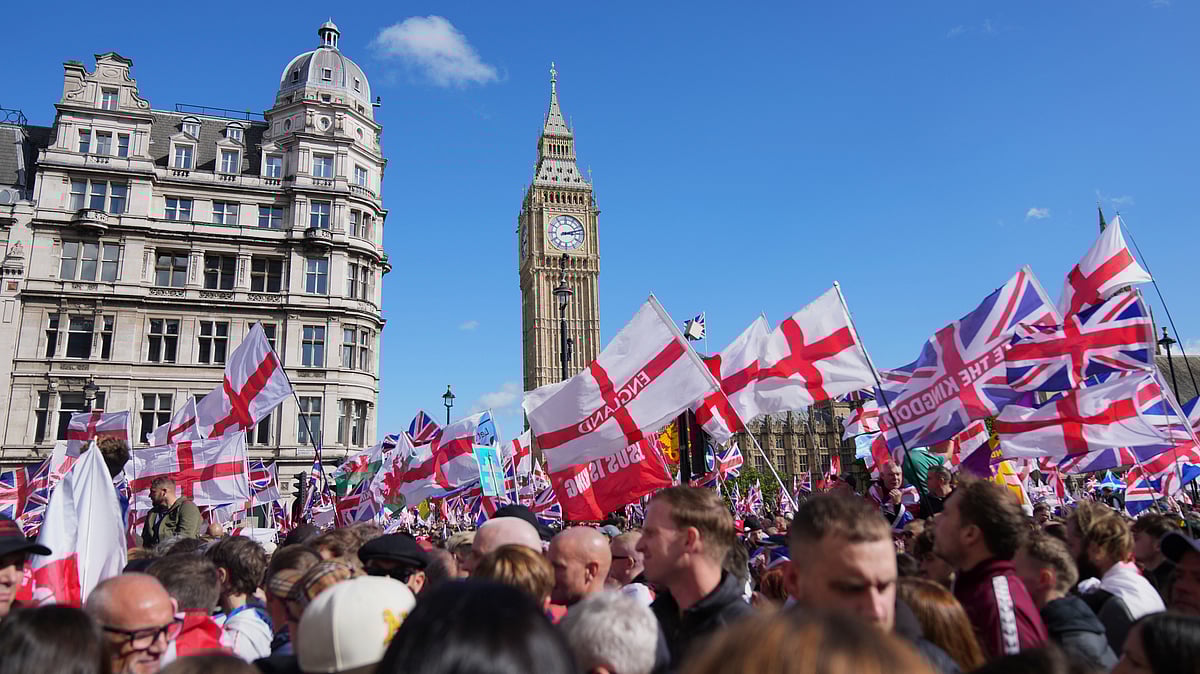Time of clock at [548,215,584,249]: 3:12
